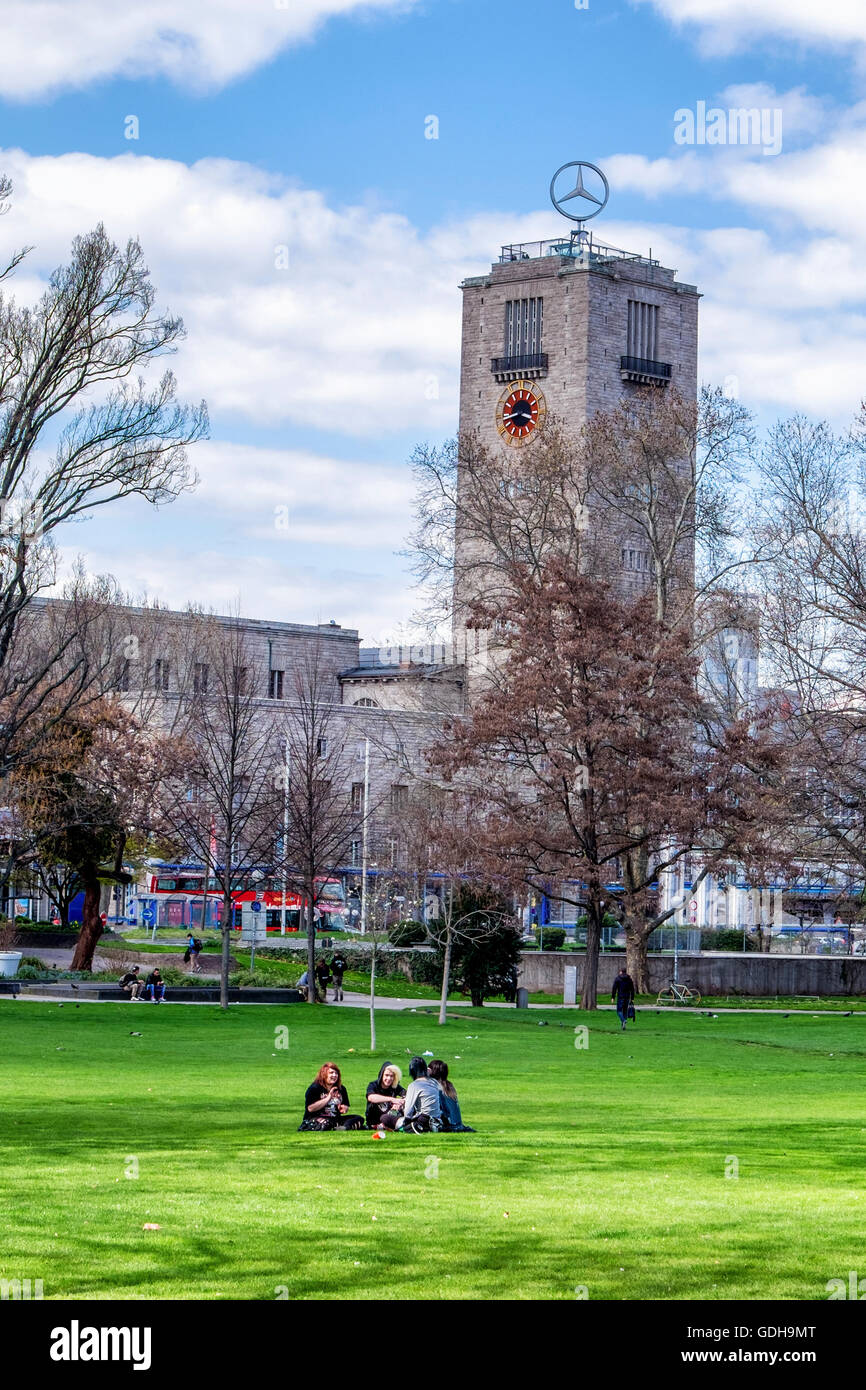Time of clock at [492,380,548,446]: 3:43
